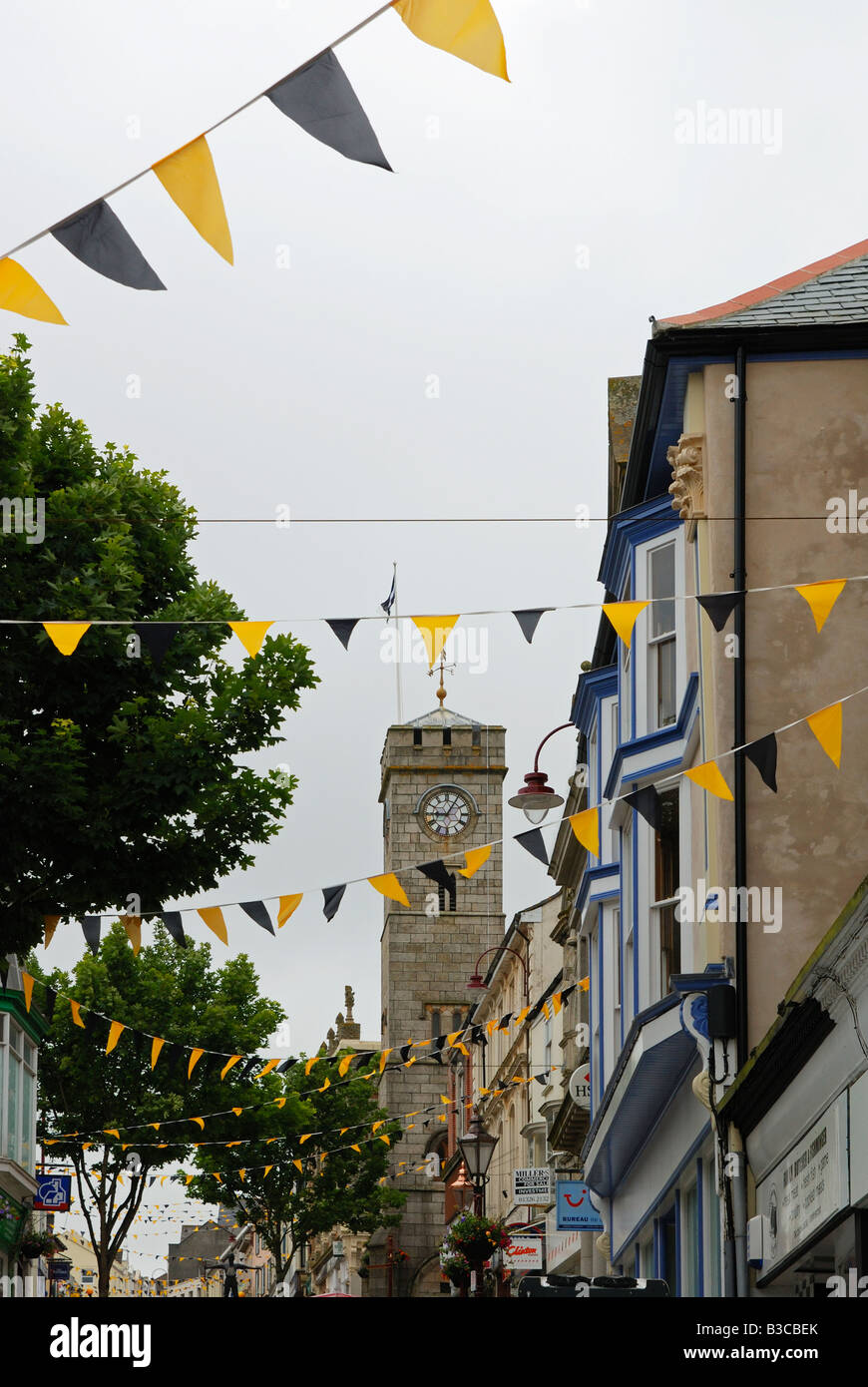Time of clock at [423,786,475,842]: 9:05
